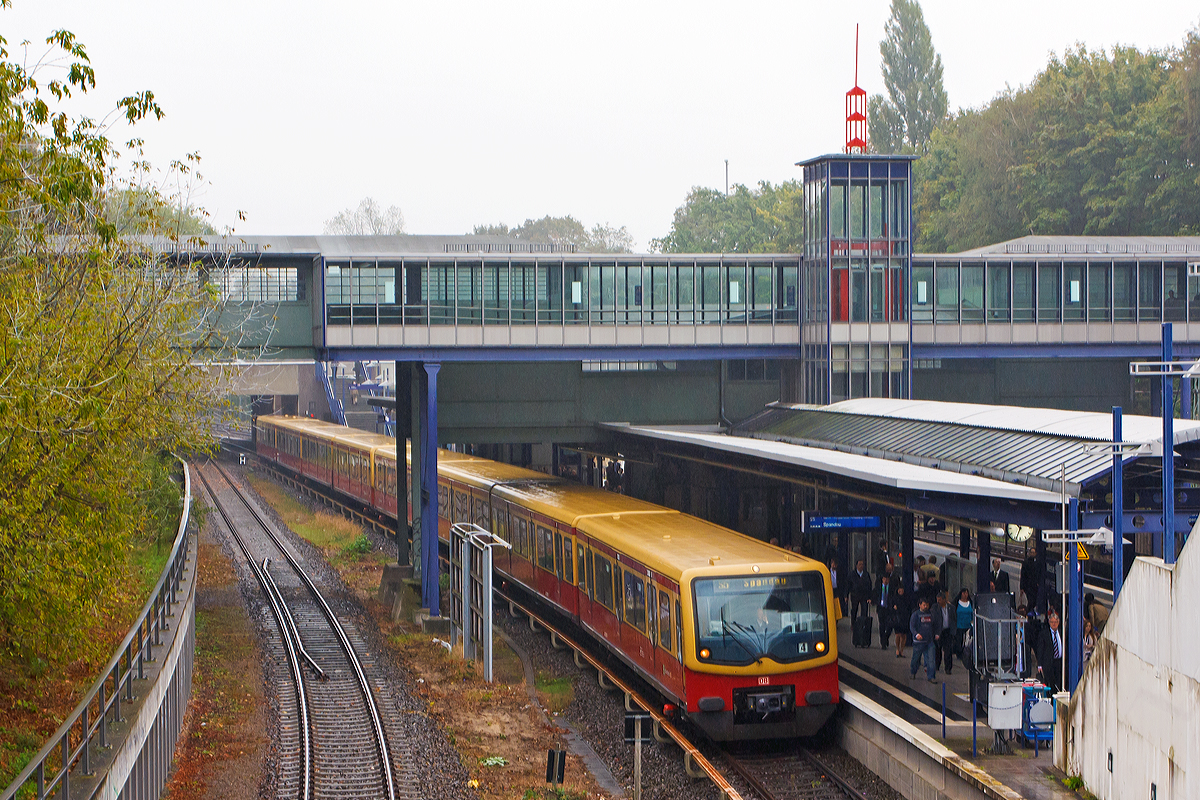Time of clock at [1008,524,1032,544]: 10:34
